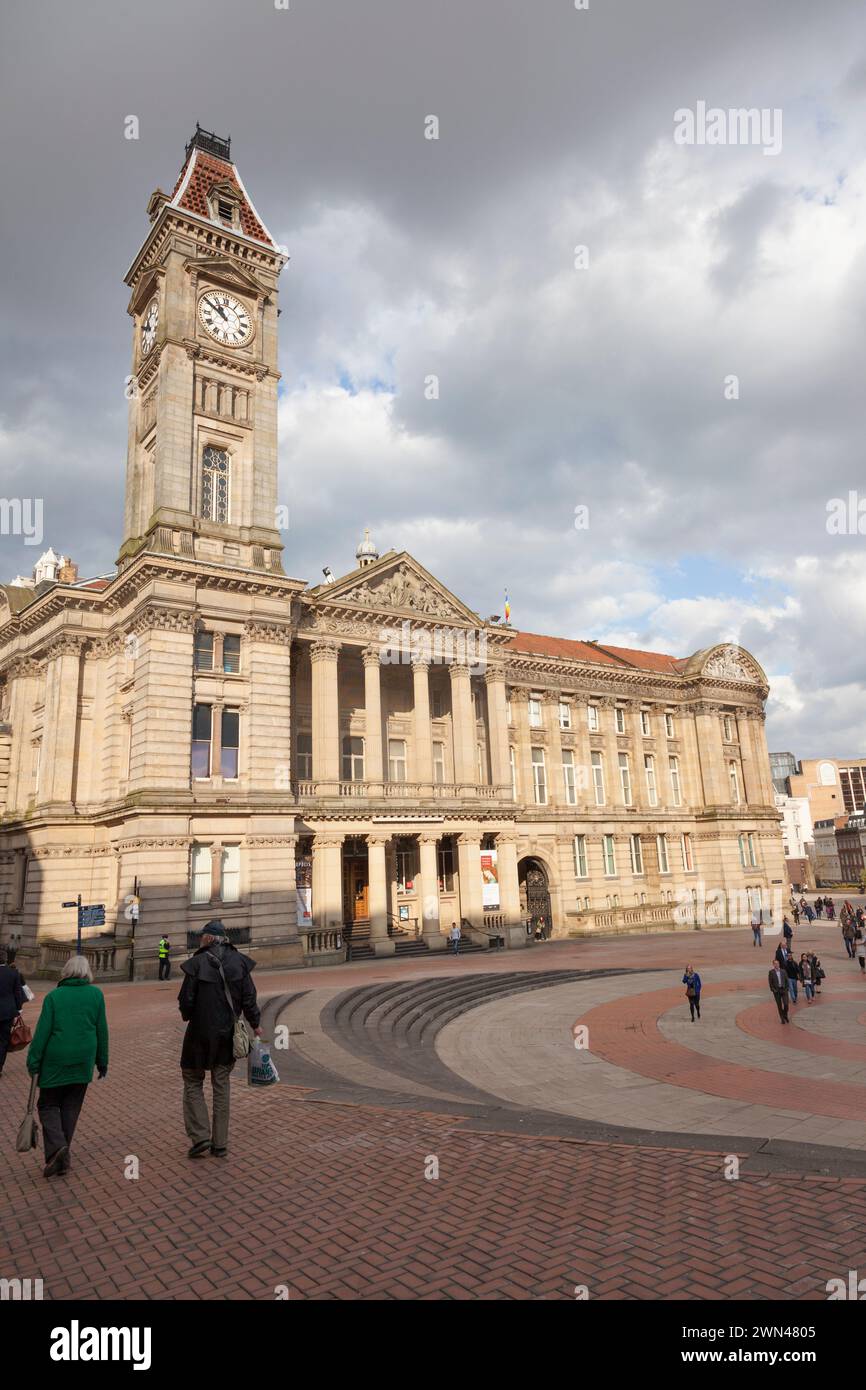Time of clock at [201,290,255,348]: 10:50
